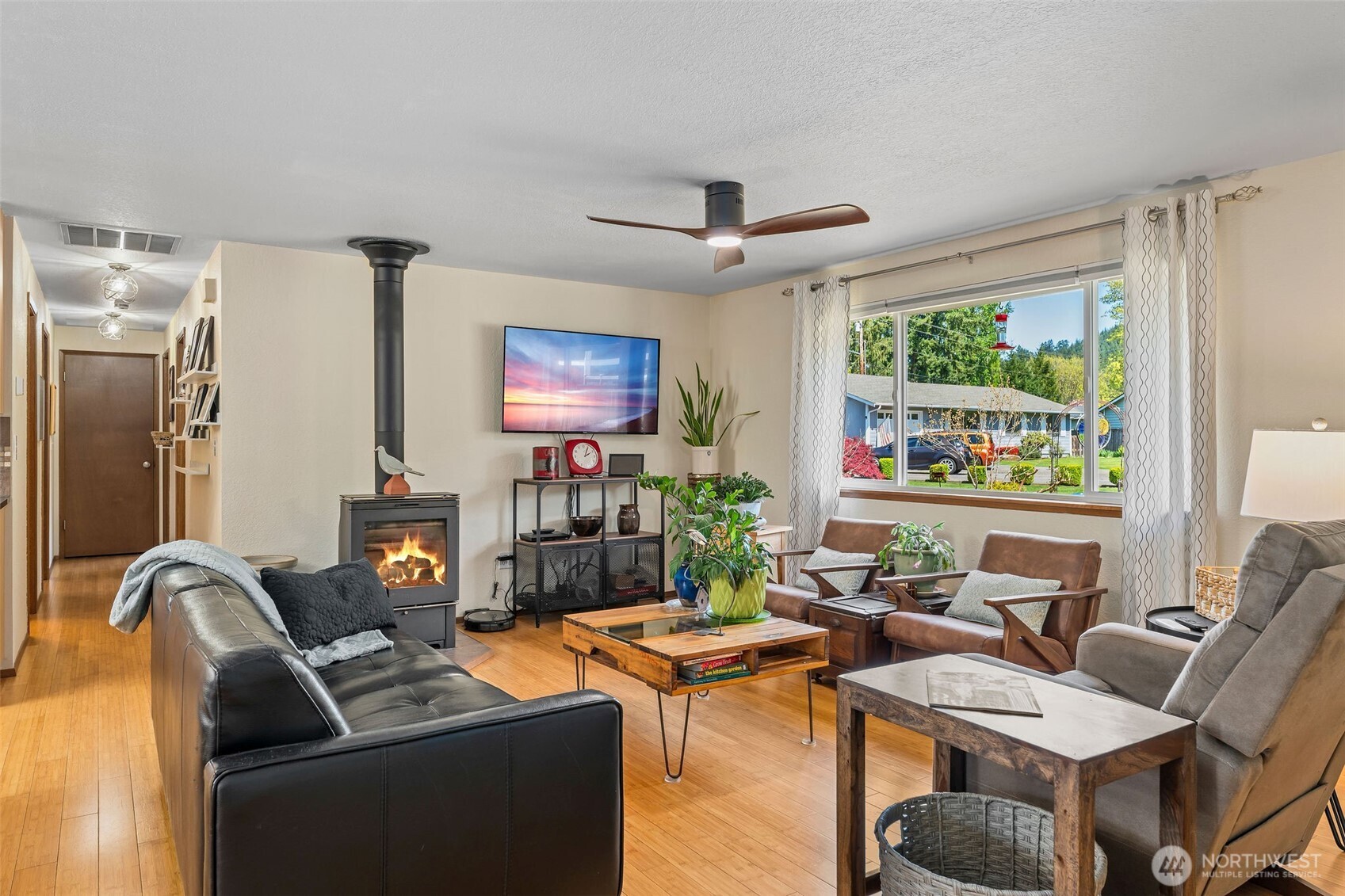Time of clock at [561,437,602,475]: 2:04
